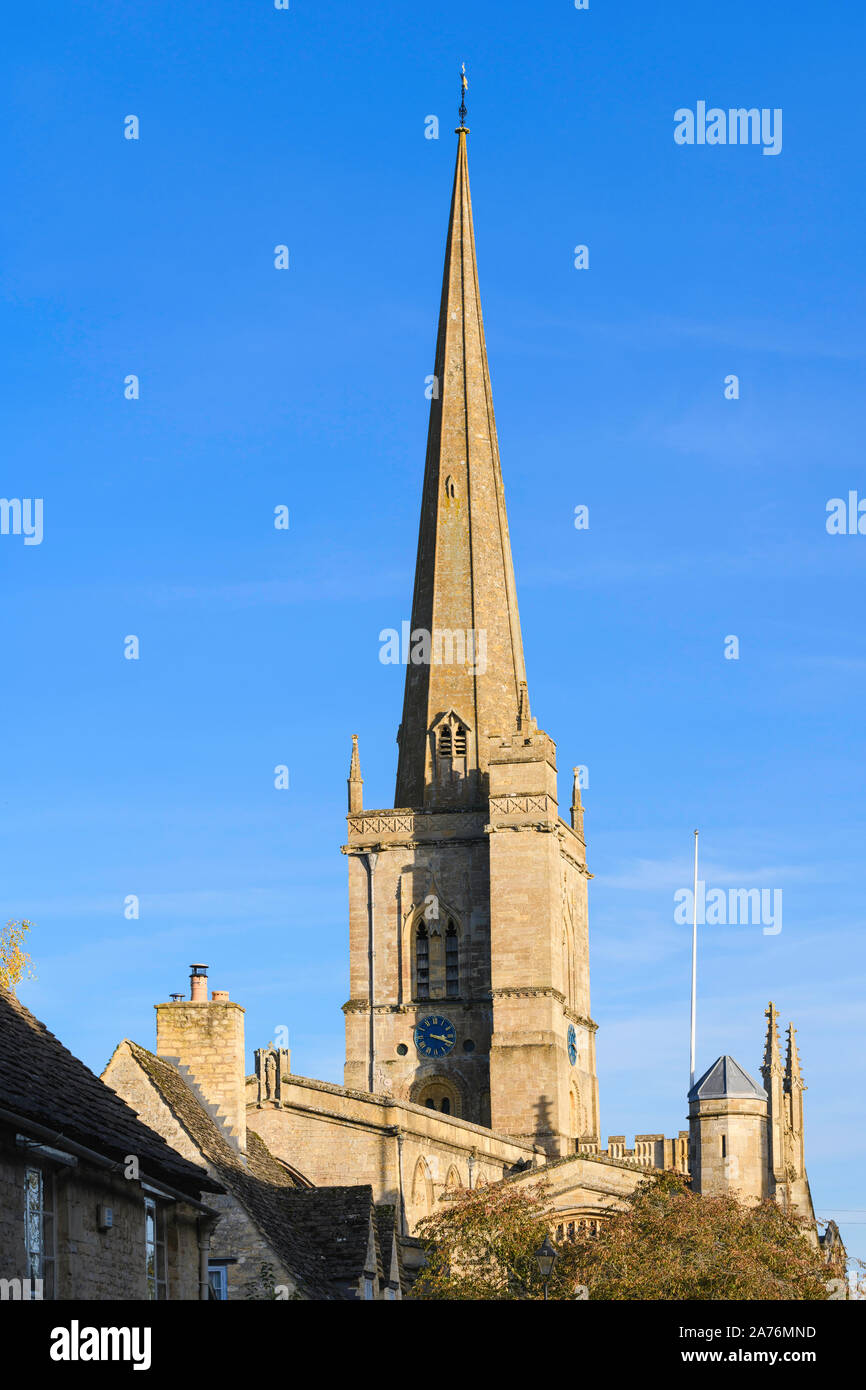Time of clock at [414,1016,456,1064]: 3:18
